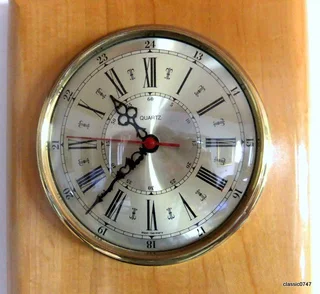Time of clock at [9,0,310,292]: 10:37
